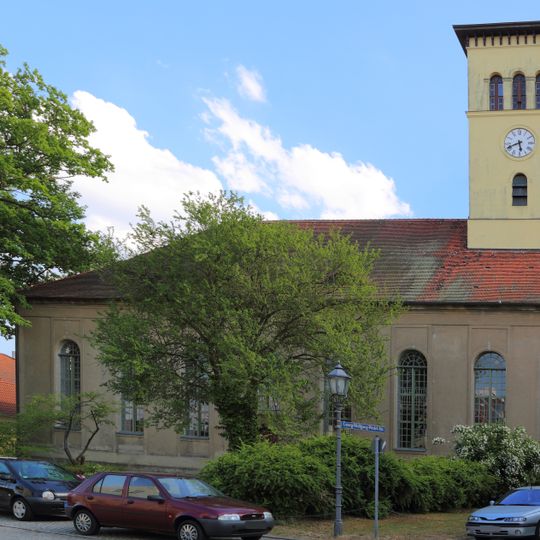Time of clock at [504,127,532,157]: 5:41
